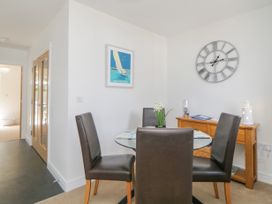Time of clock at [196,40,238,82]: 1:13
